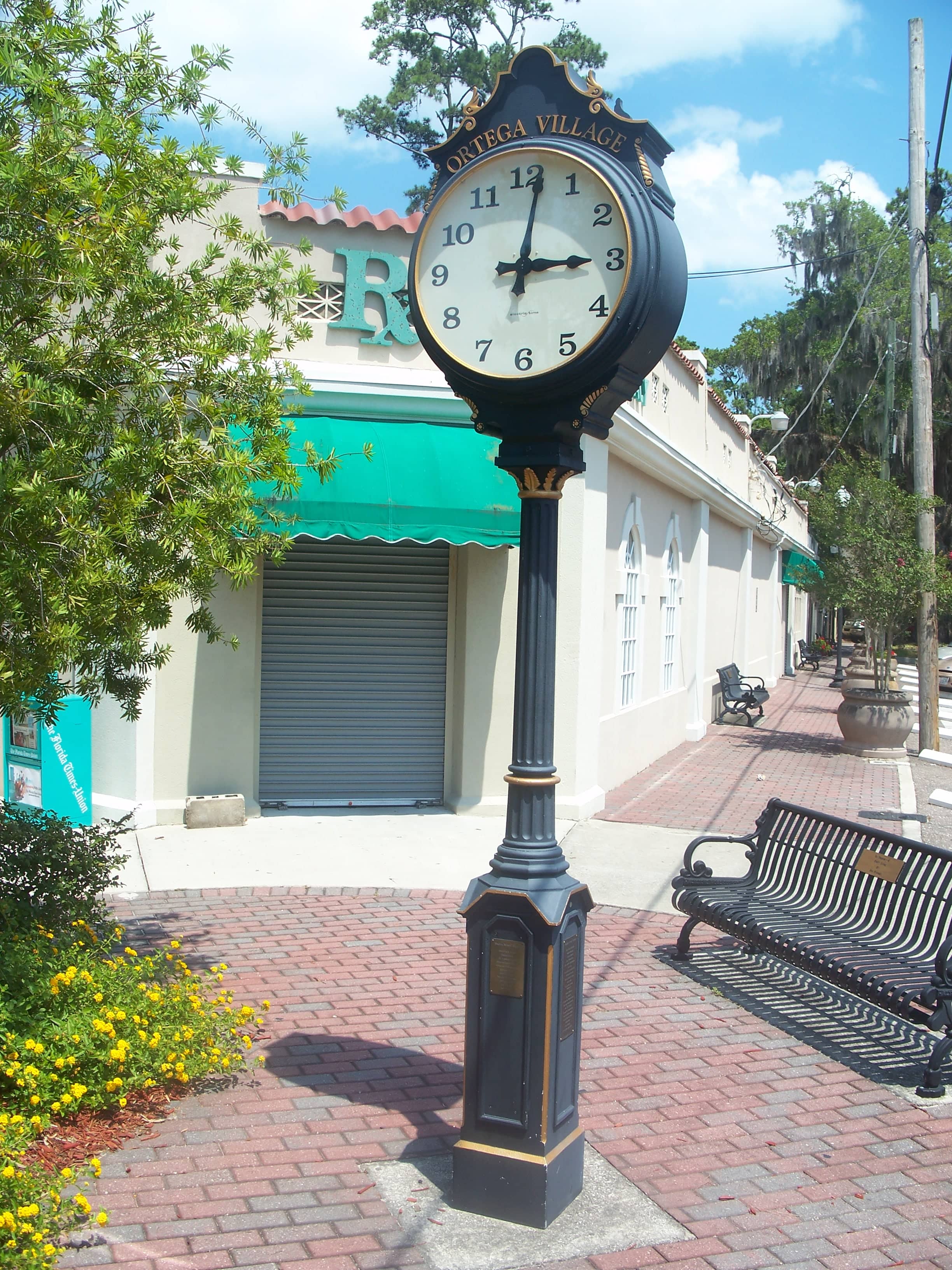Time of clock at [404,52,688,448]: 3:01
